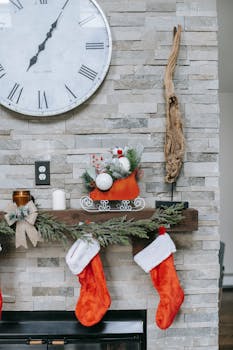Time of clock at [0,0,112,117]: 7:05
